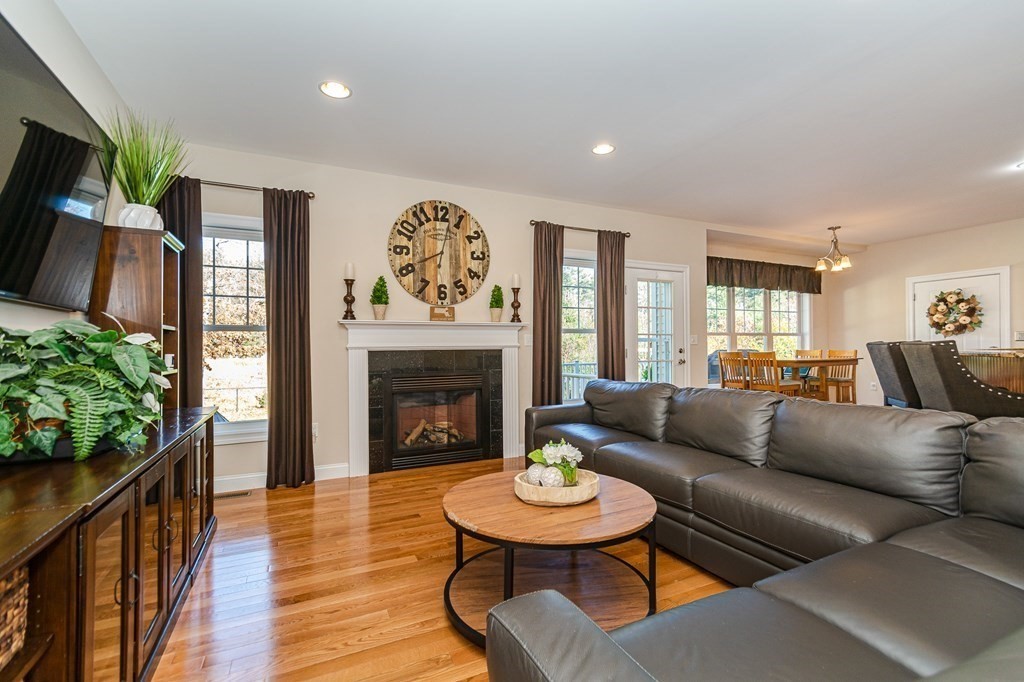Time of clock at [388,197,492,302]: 12:41
